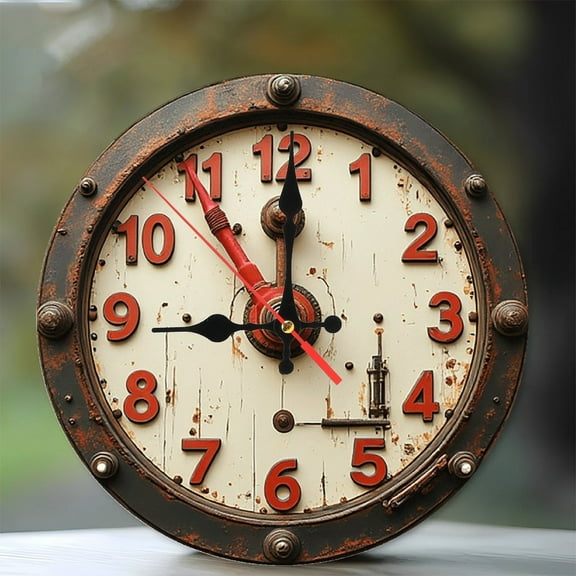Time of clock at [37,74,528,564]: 9:00
